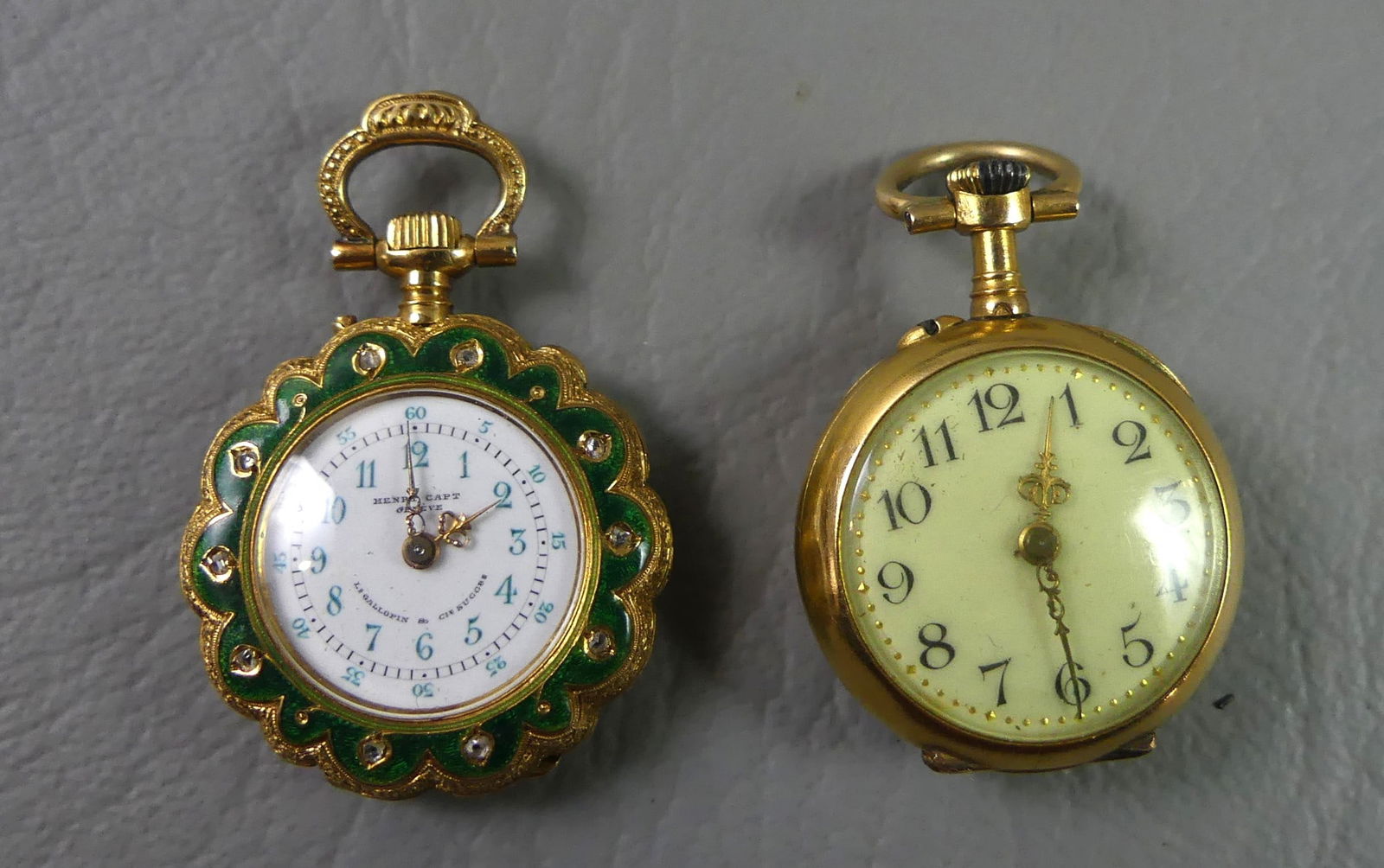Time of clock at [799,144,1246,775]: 12:29
